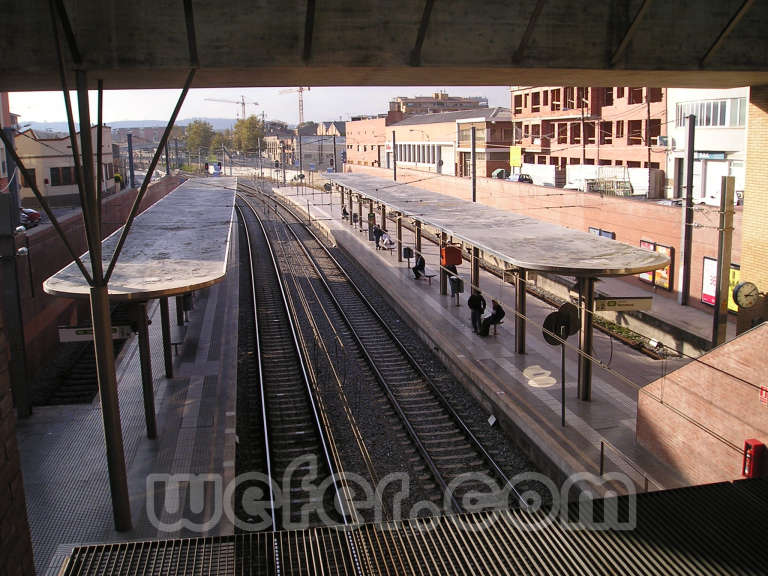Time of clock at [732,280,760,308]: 3:09
